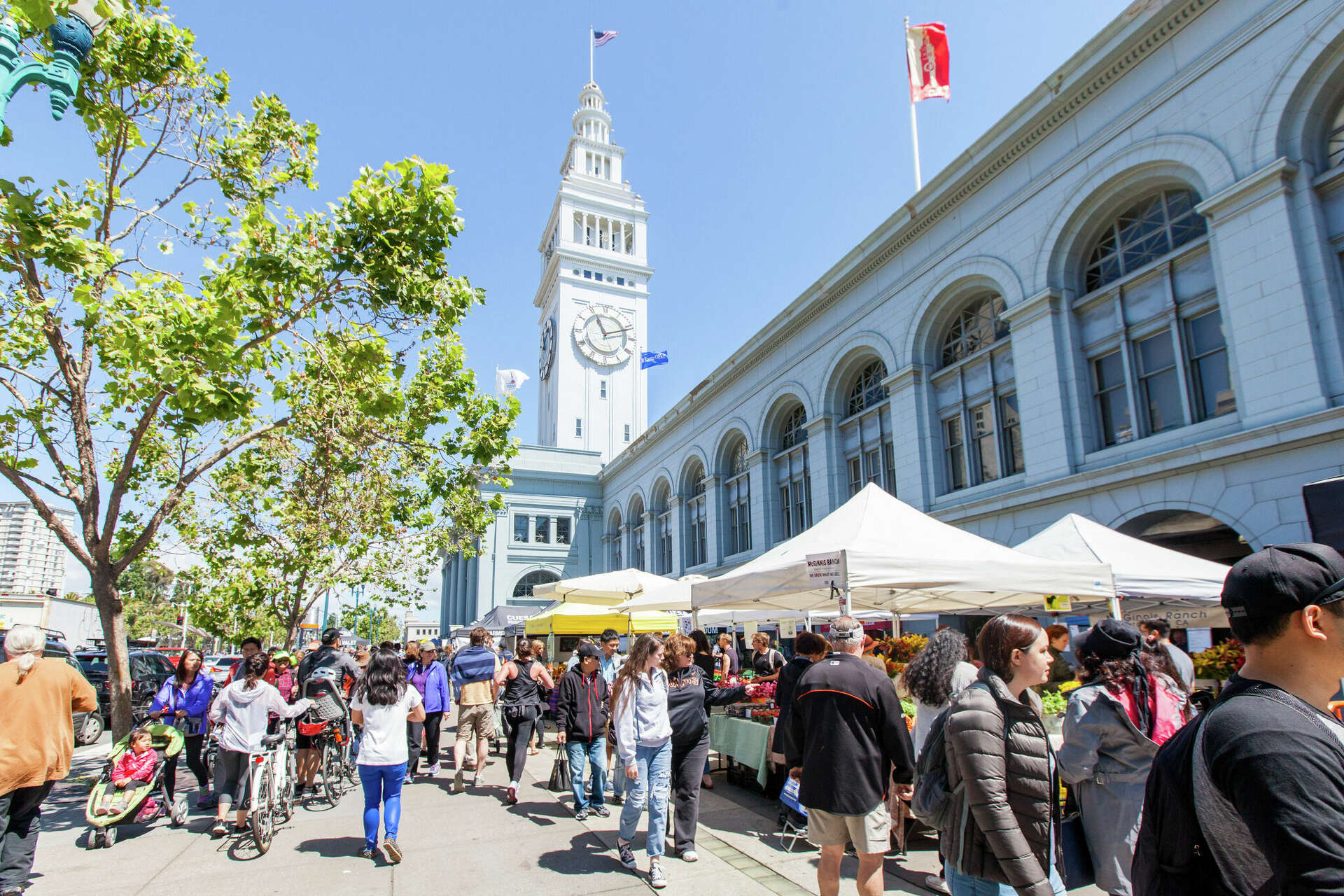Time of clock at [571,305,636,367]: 11:11
